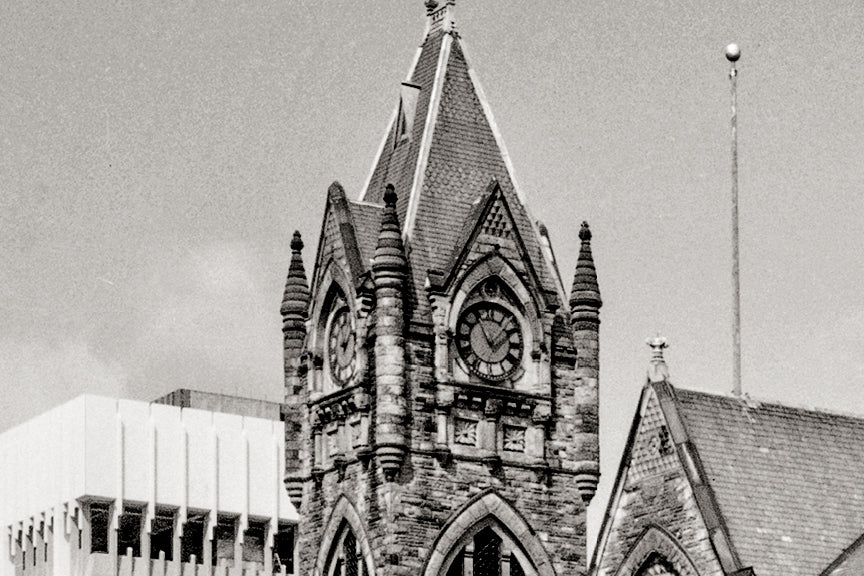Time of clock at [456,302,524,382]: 11:07
